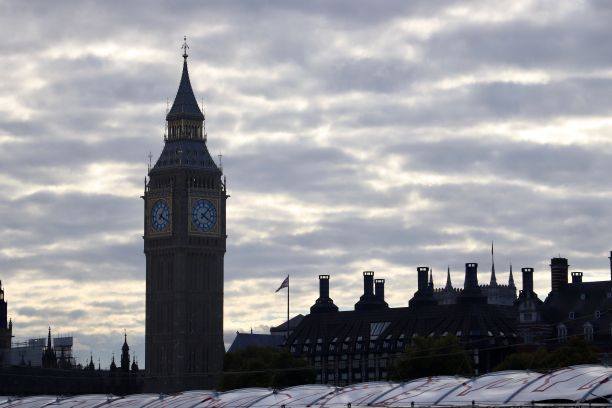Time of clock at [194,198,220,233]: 4:07
